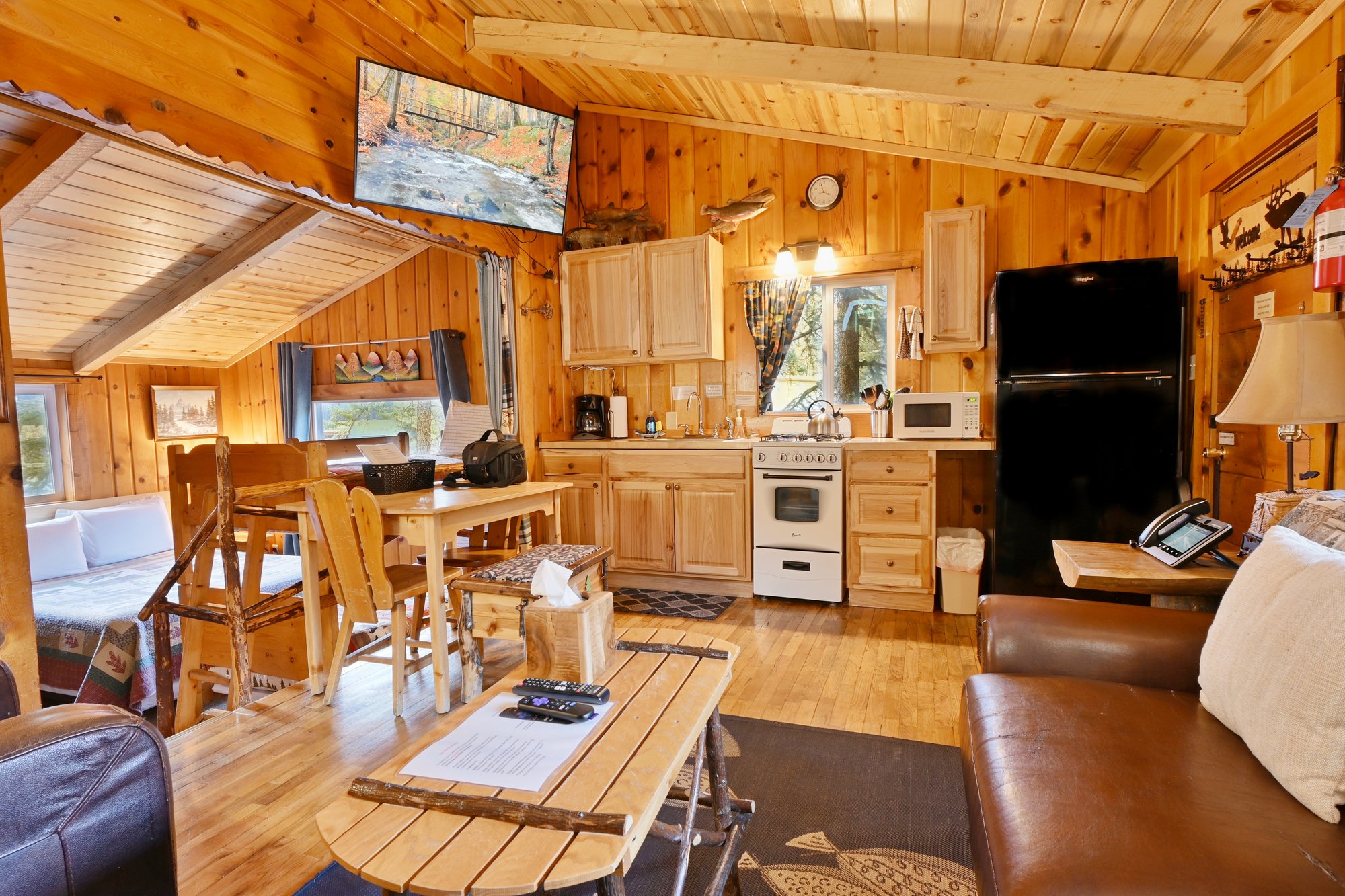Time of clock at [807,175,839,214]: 3:57
